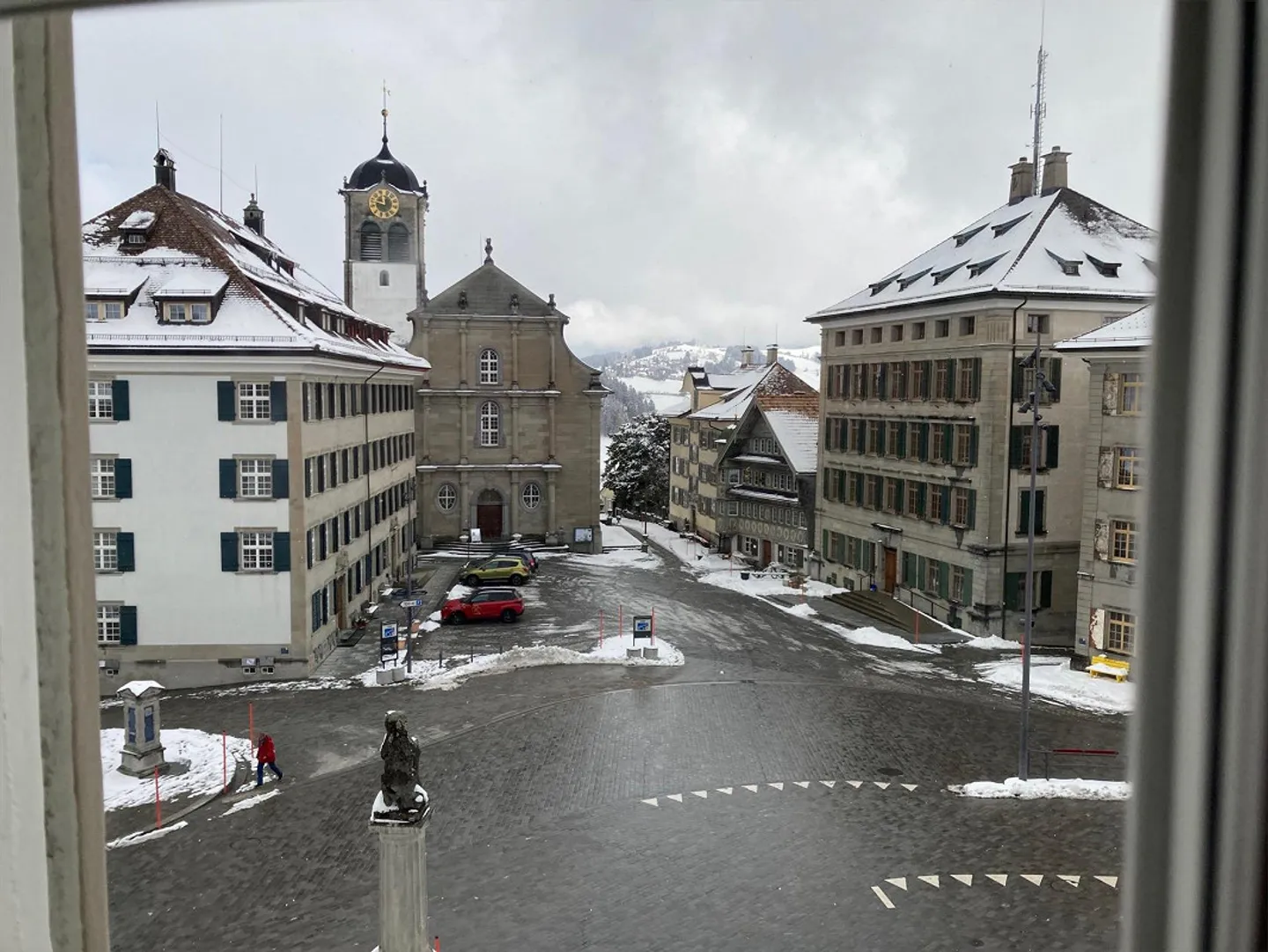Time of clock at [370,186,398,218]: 11:46
